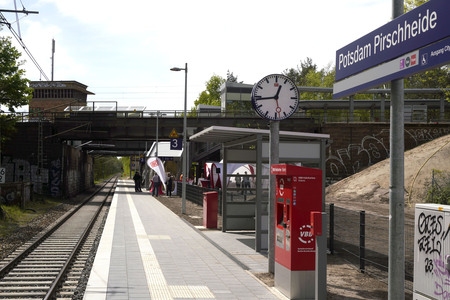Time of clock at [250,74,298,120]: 12:43
